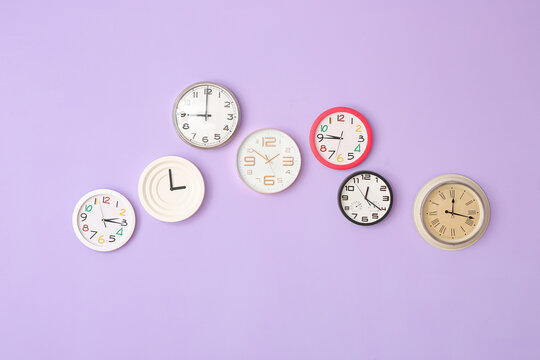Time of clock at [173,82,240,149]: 8:59
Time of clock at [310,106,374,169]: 9:45
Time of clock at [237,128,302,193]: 1:50
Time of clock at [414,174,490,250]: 12:17
